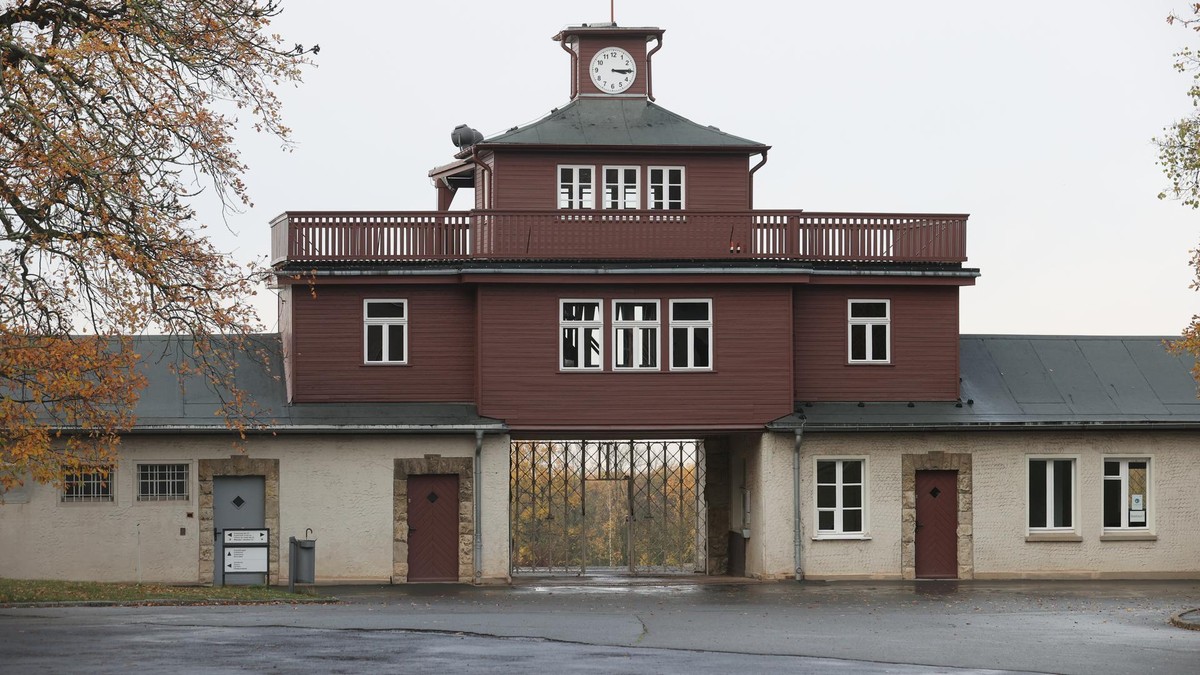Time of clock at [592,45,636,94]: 3:14
